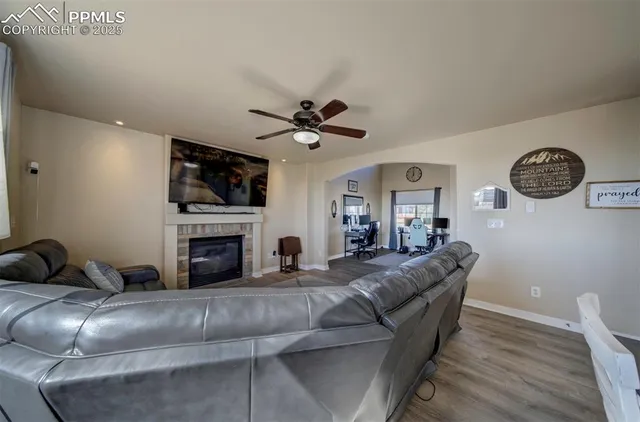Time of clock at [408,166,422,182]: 7:00
